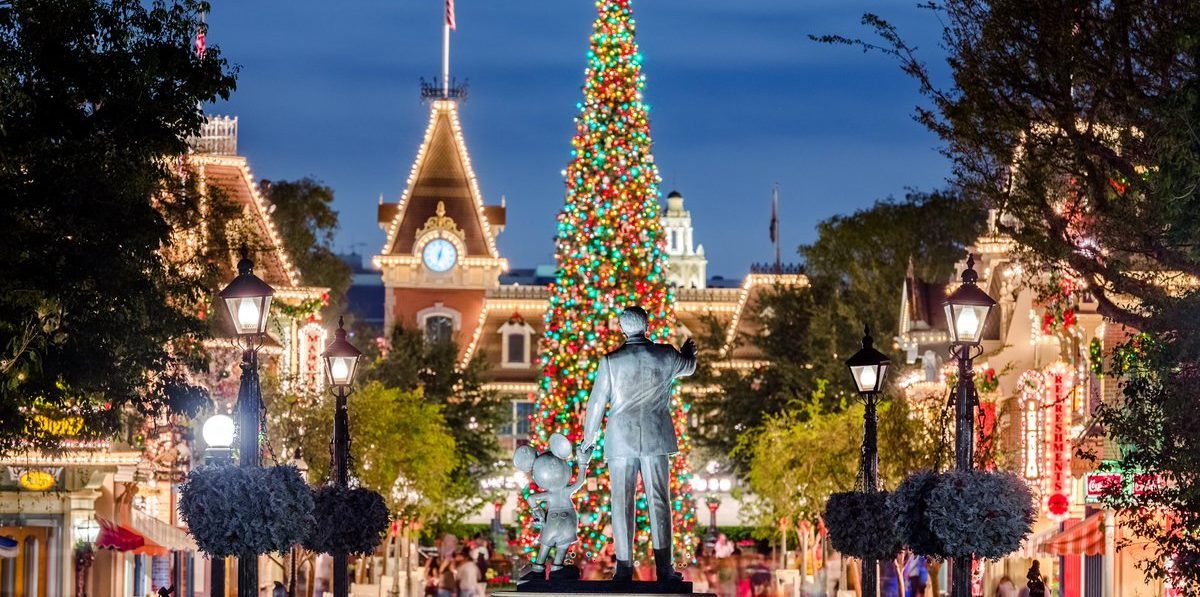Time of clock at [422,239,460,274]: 12:32
